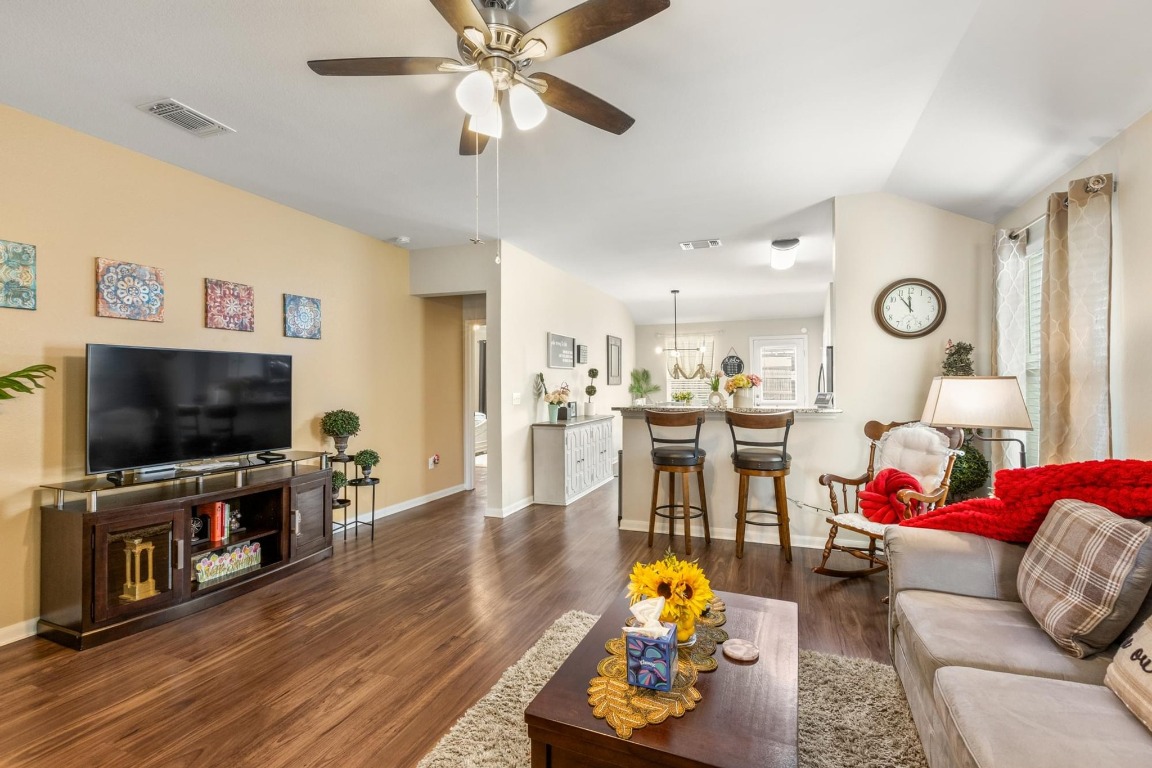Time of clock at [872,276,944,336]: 11:53
